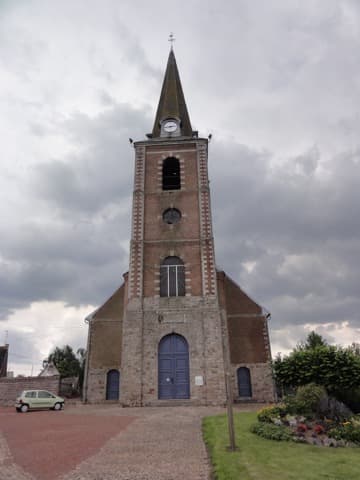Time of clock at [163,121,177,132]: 2:43
